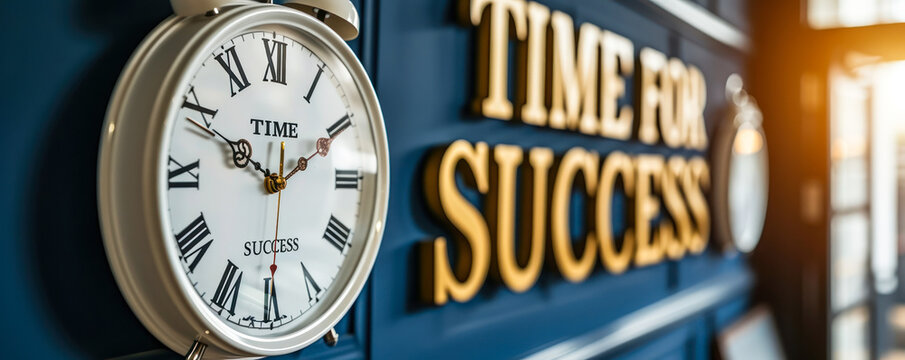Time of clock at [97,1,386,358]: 1:49
